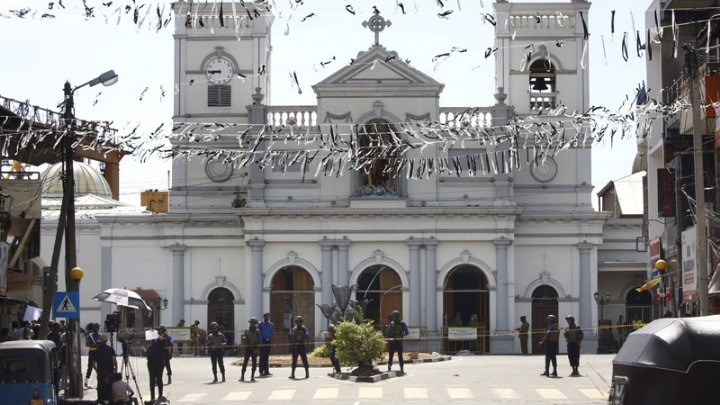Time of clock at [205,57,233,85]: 8:45
